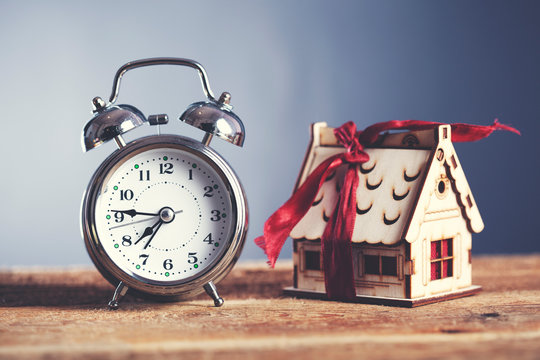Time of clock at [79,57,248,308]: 7:46
